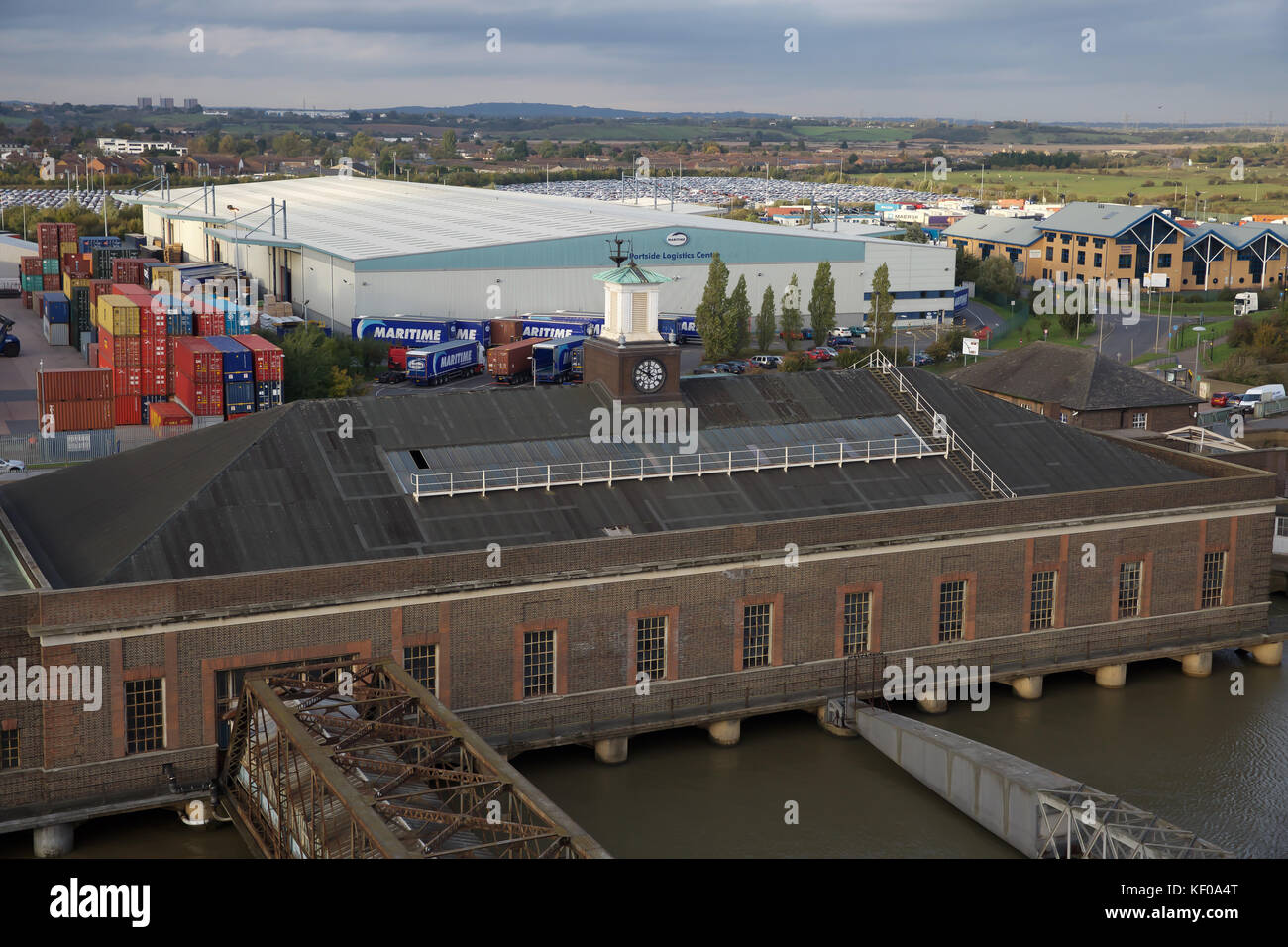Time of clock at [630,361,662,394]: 11:49
